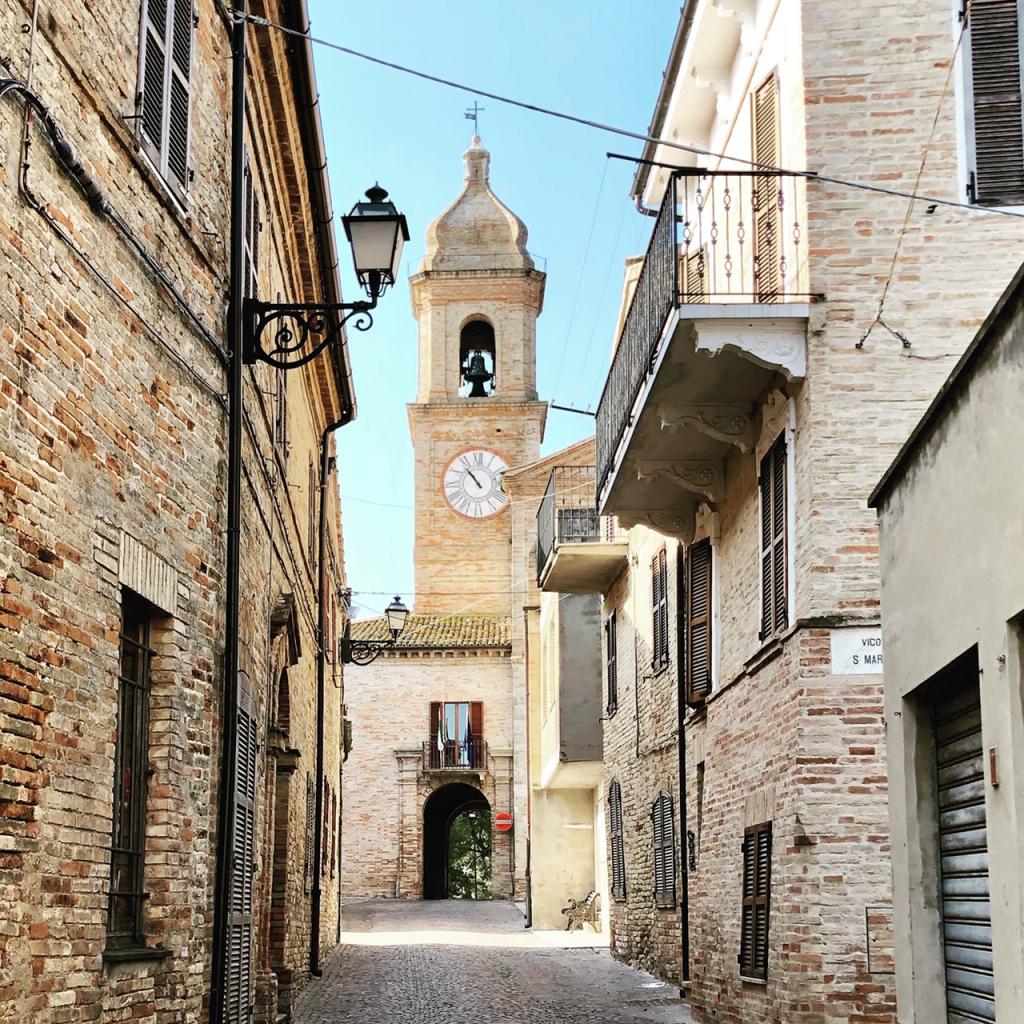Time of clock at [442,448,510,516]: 10:53
